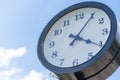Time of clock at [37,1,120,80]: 4:05
